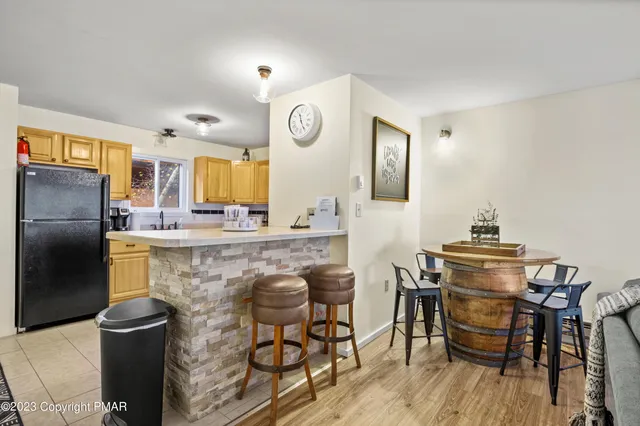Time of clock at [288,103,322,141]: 11:25
